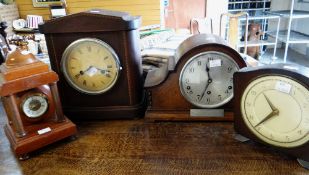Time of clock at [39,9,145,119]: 3:40
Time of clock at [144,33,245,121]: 11:33
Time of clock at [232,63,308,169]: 10:36
